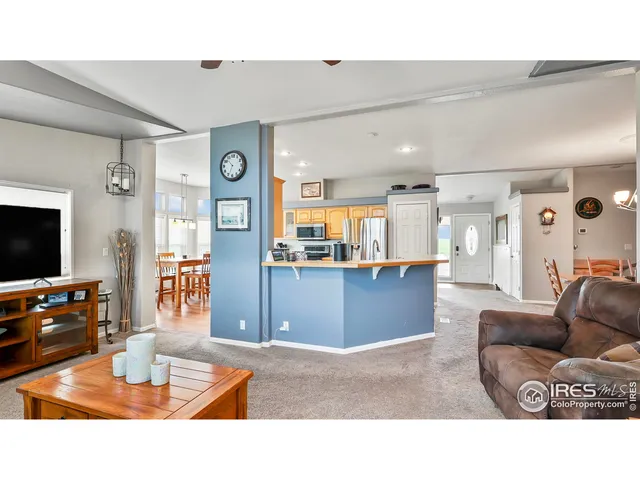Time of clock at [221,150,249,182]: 10:33
